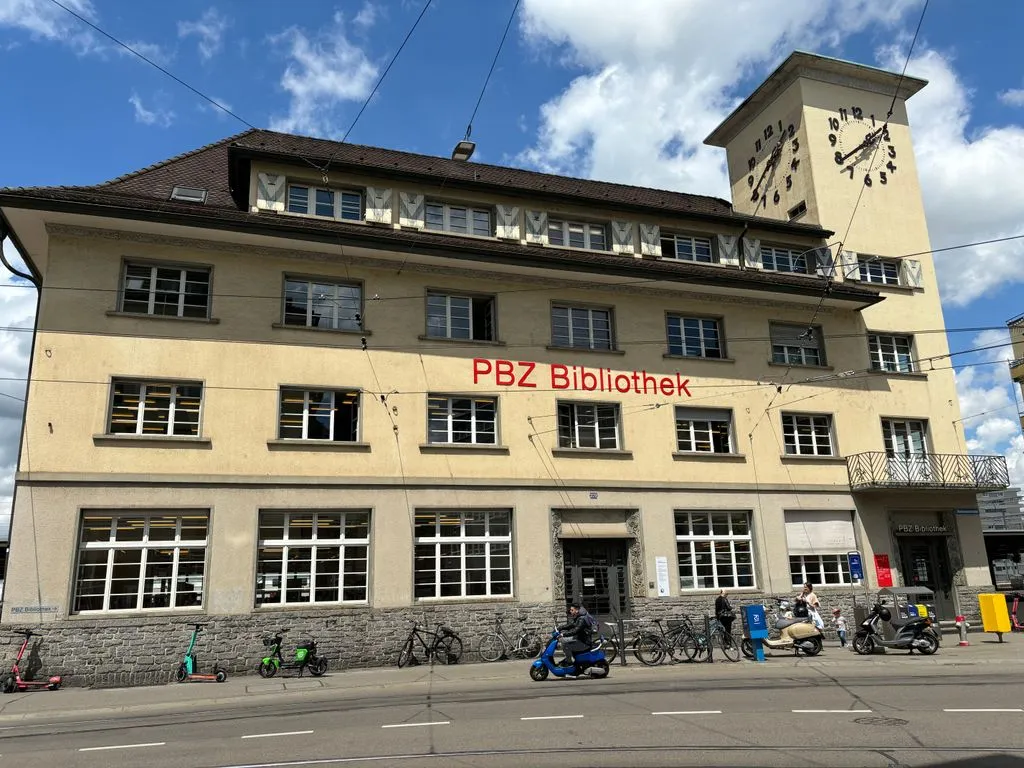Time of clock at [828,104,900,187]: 1:39
